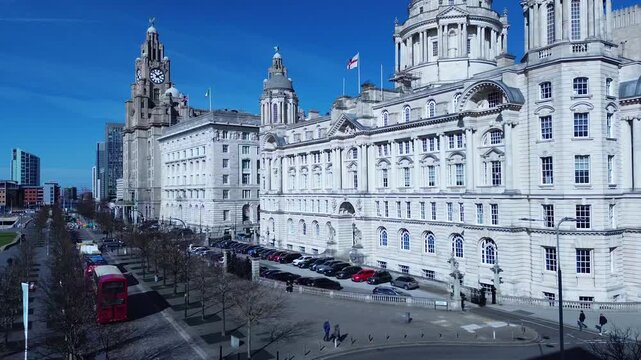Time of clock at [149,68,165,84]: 1:51
